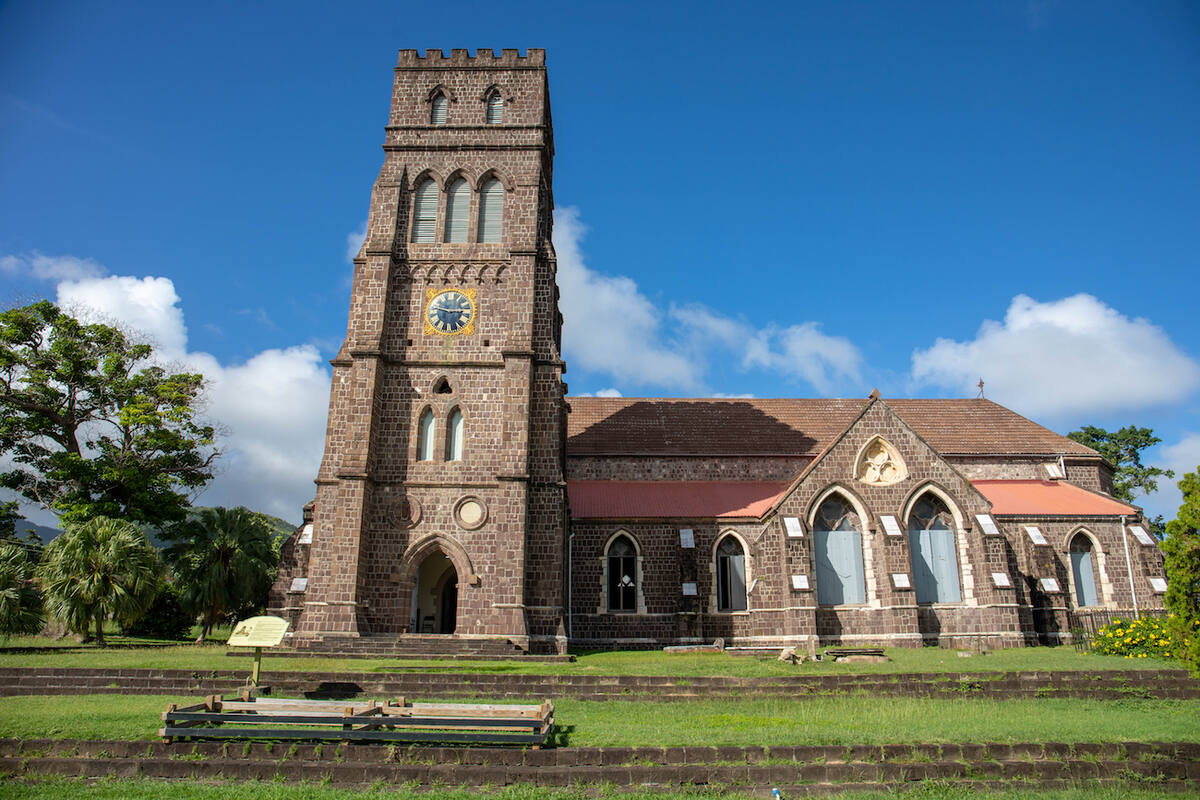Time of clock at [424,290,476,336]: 2:46
